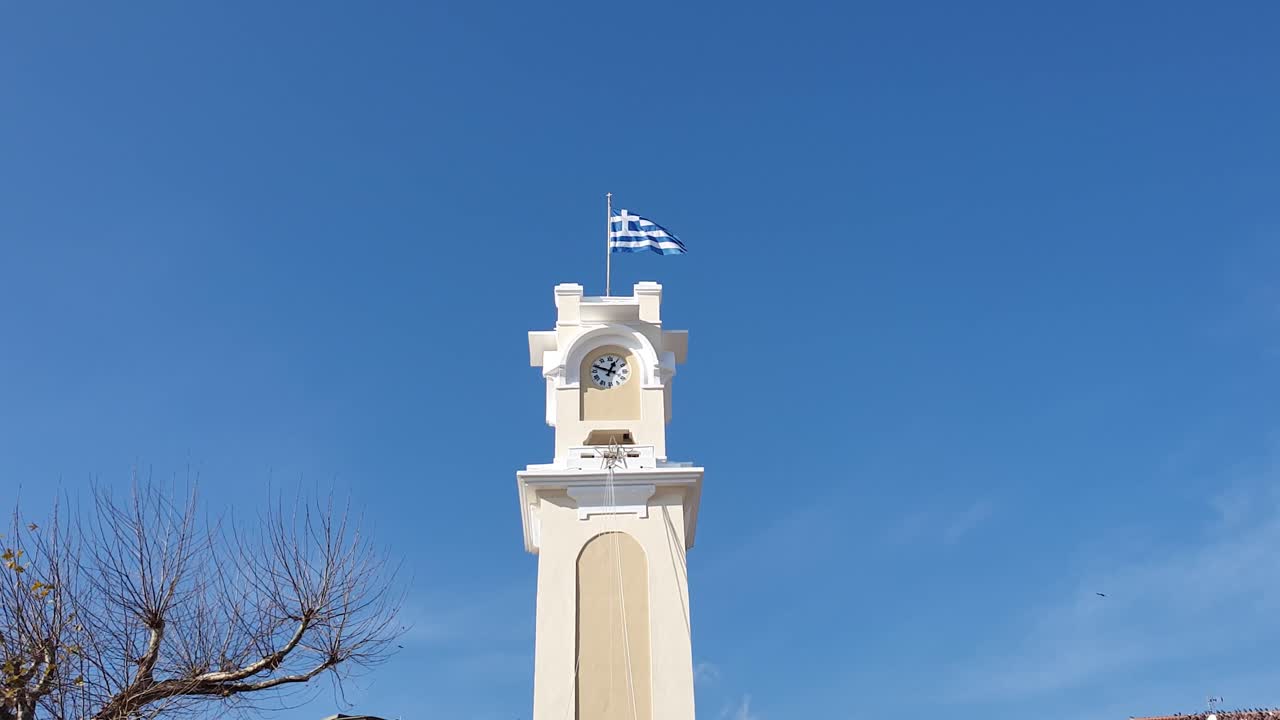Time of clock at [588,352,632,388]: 12:48
